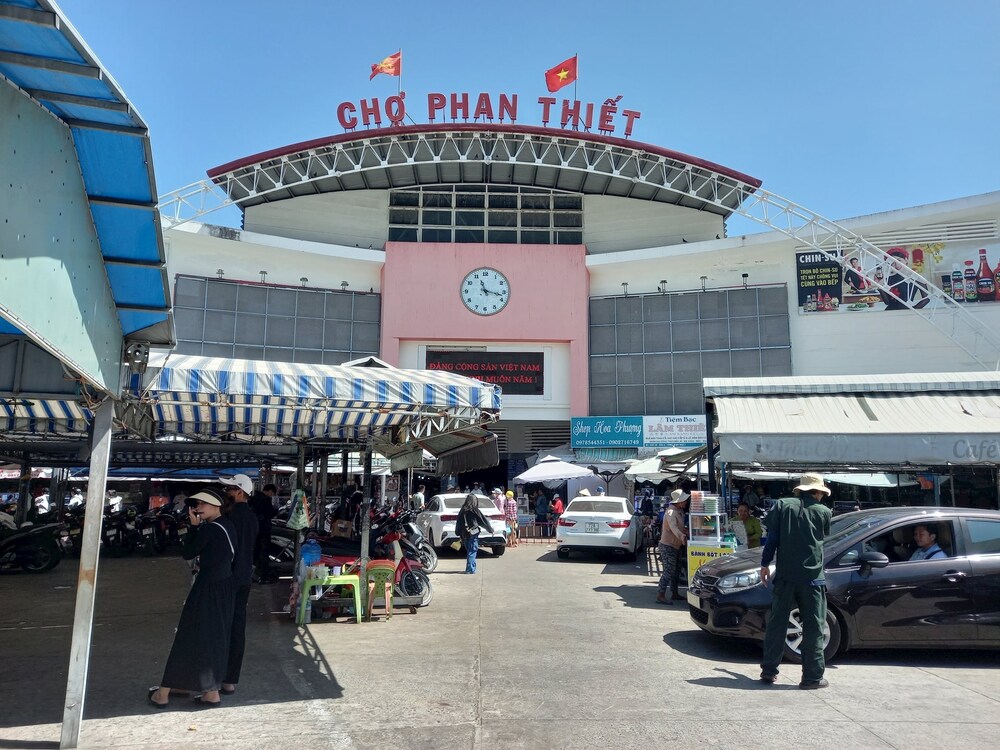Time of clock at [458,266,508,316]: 11:17
